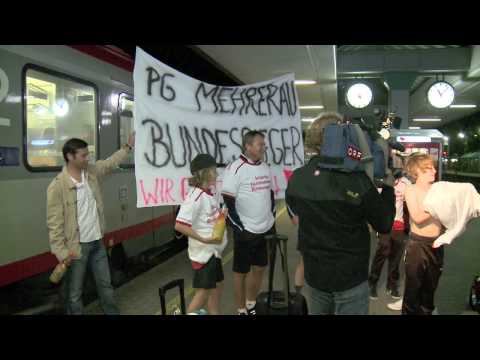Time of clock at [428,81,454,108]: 11:07
